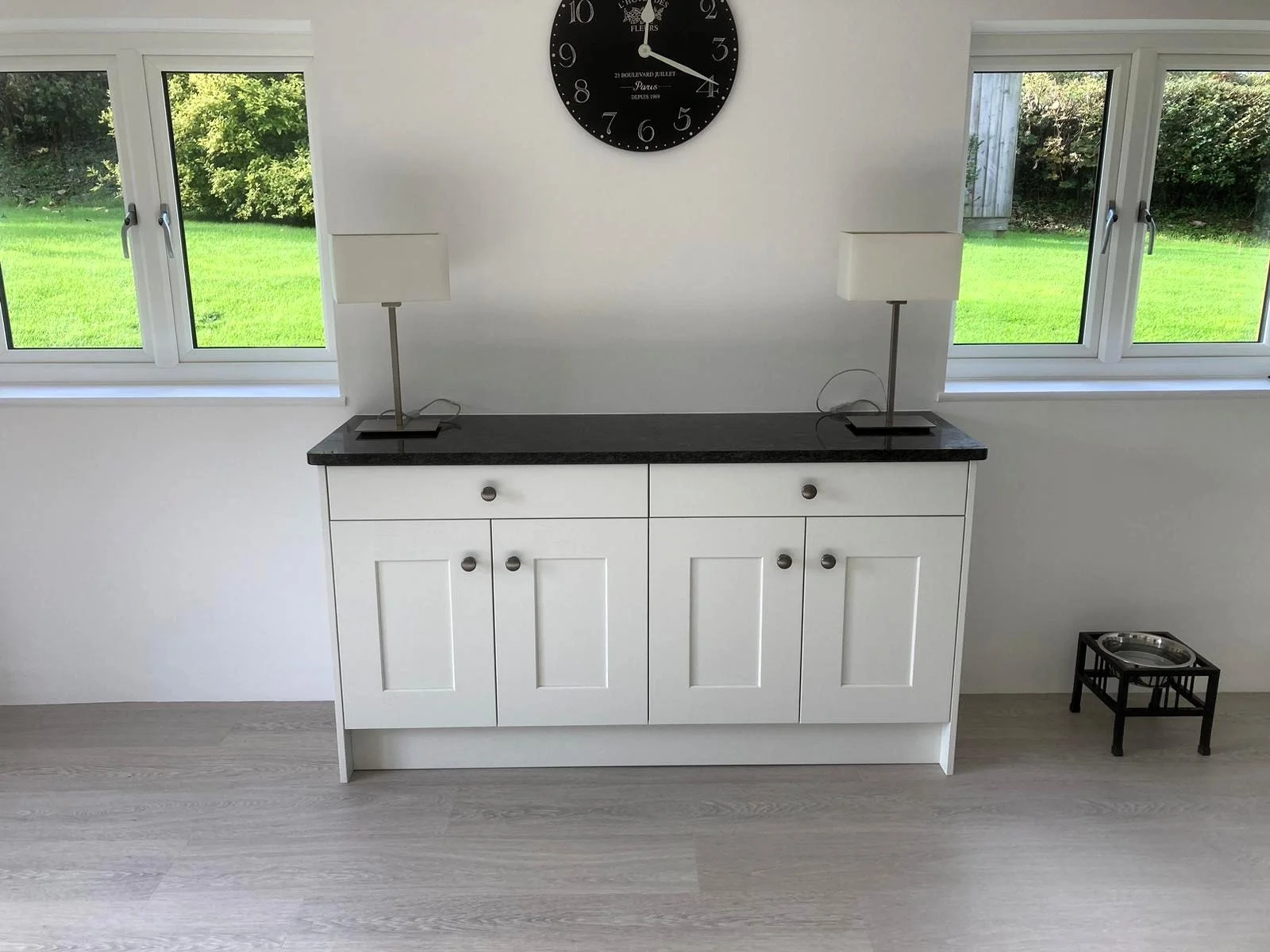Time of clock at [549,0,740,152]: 12:19
